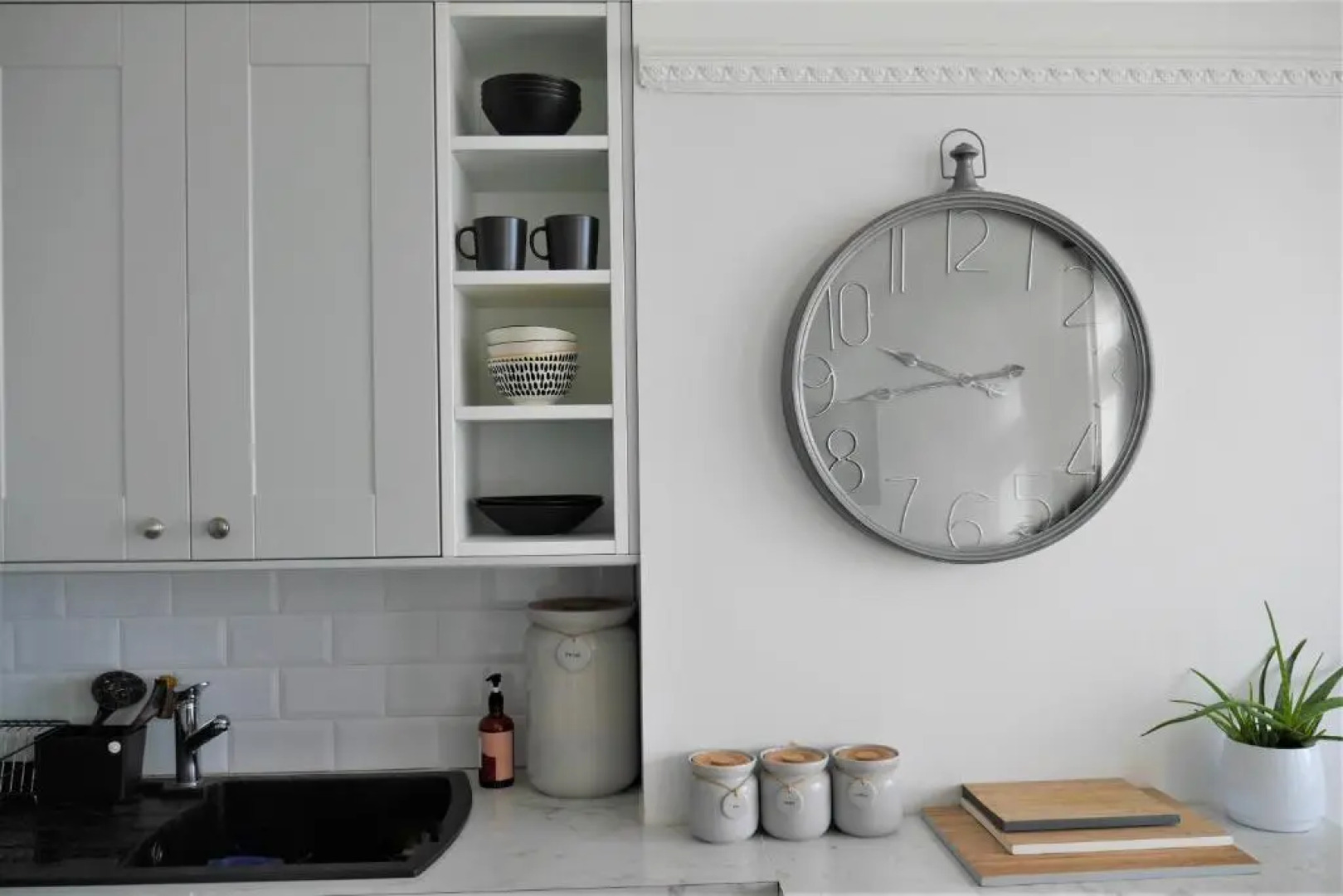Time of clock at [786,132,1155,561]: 9:43
